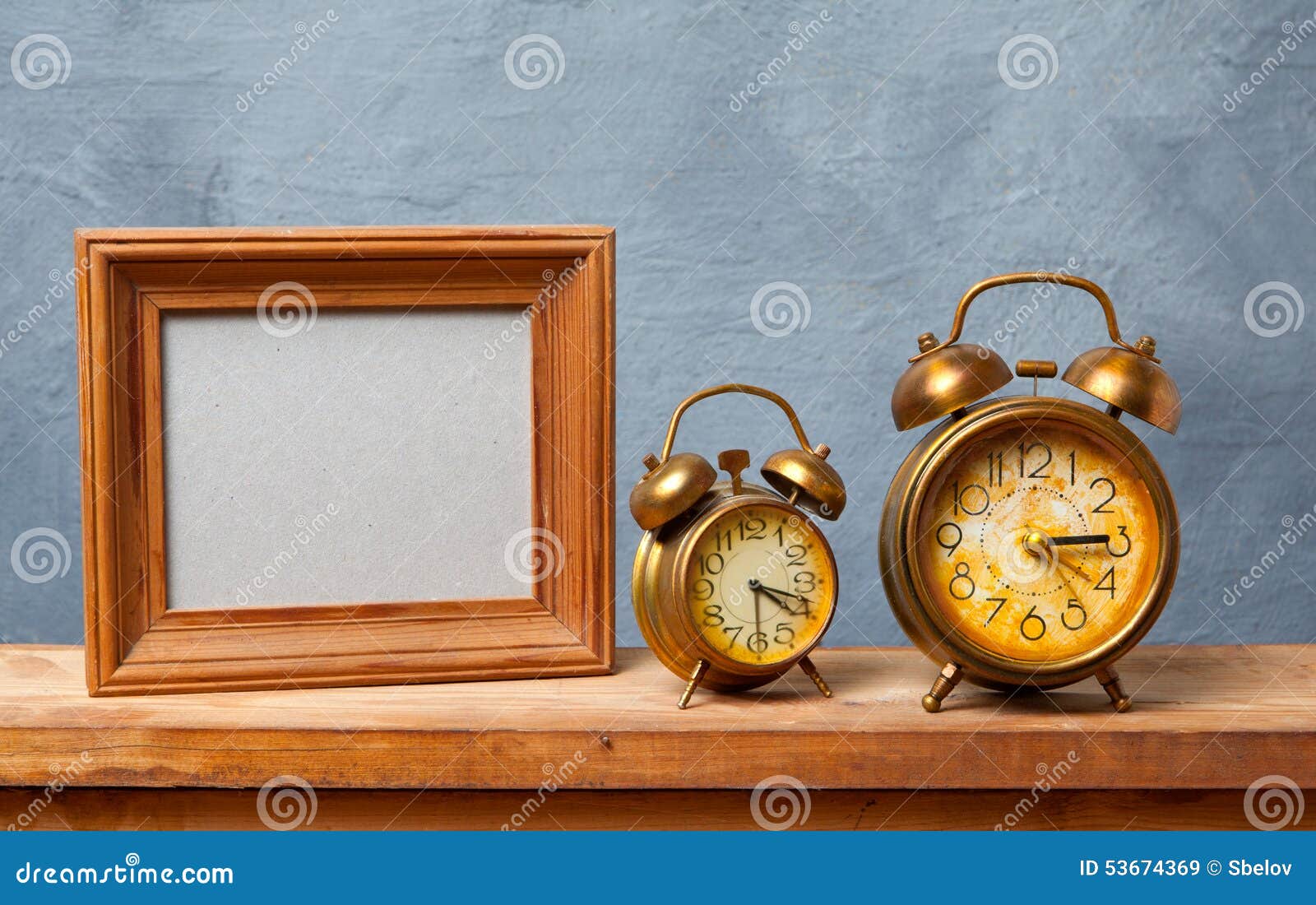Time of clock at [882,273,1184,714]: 3:14
